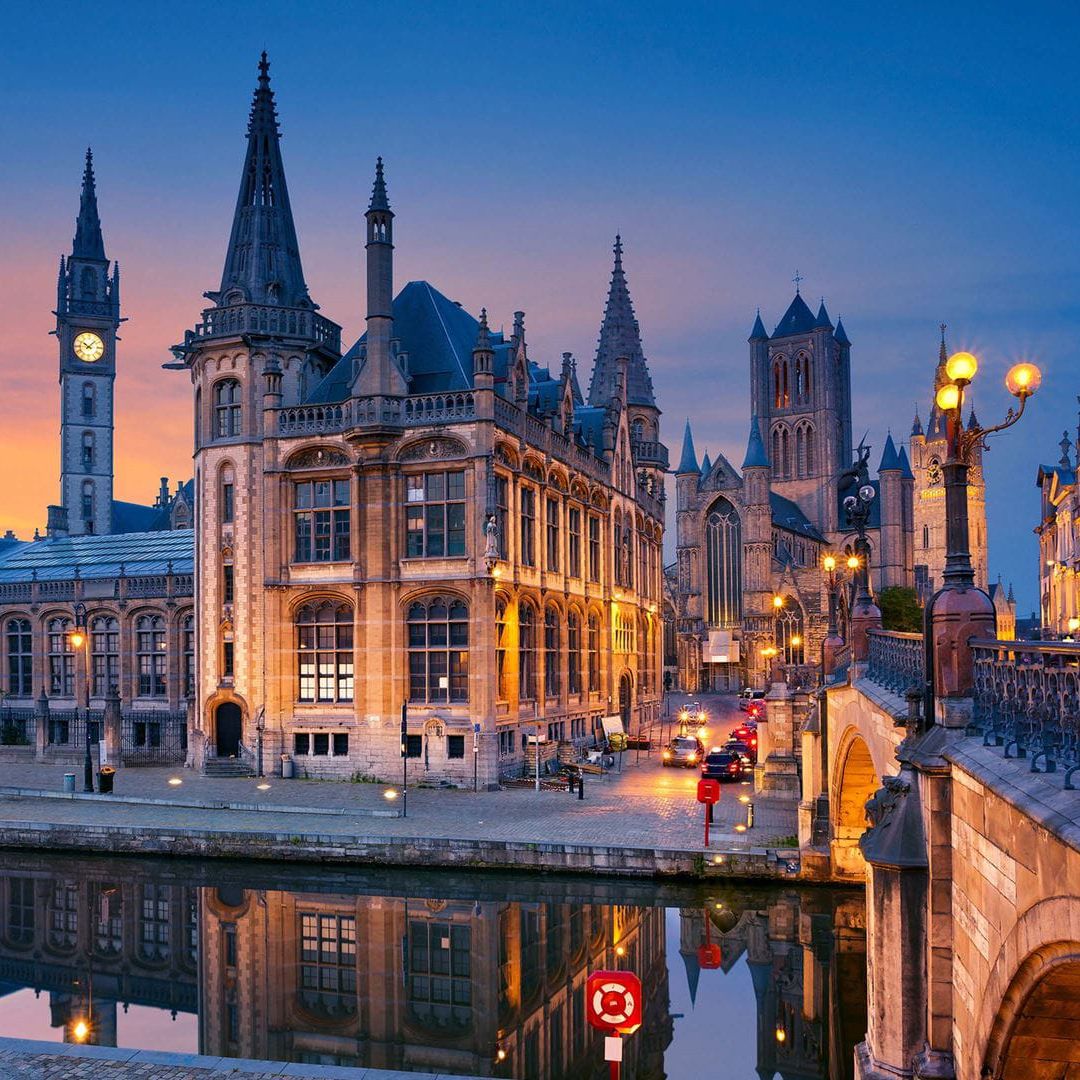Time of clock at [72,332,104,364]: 10:07
